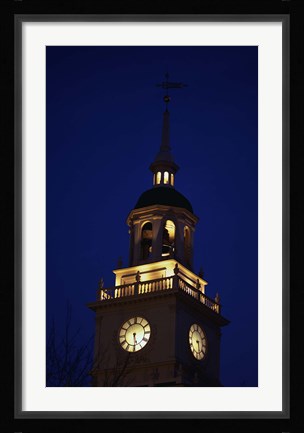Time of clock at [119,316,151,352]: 5:29
